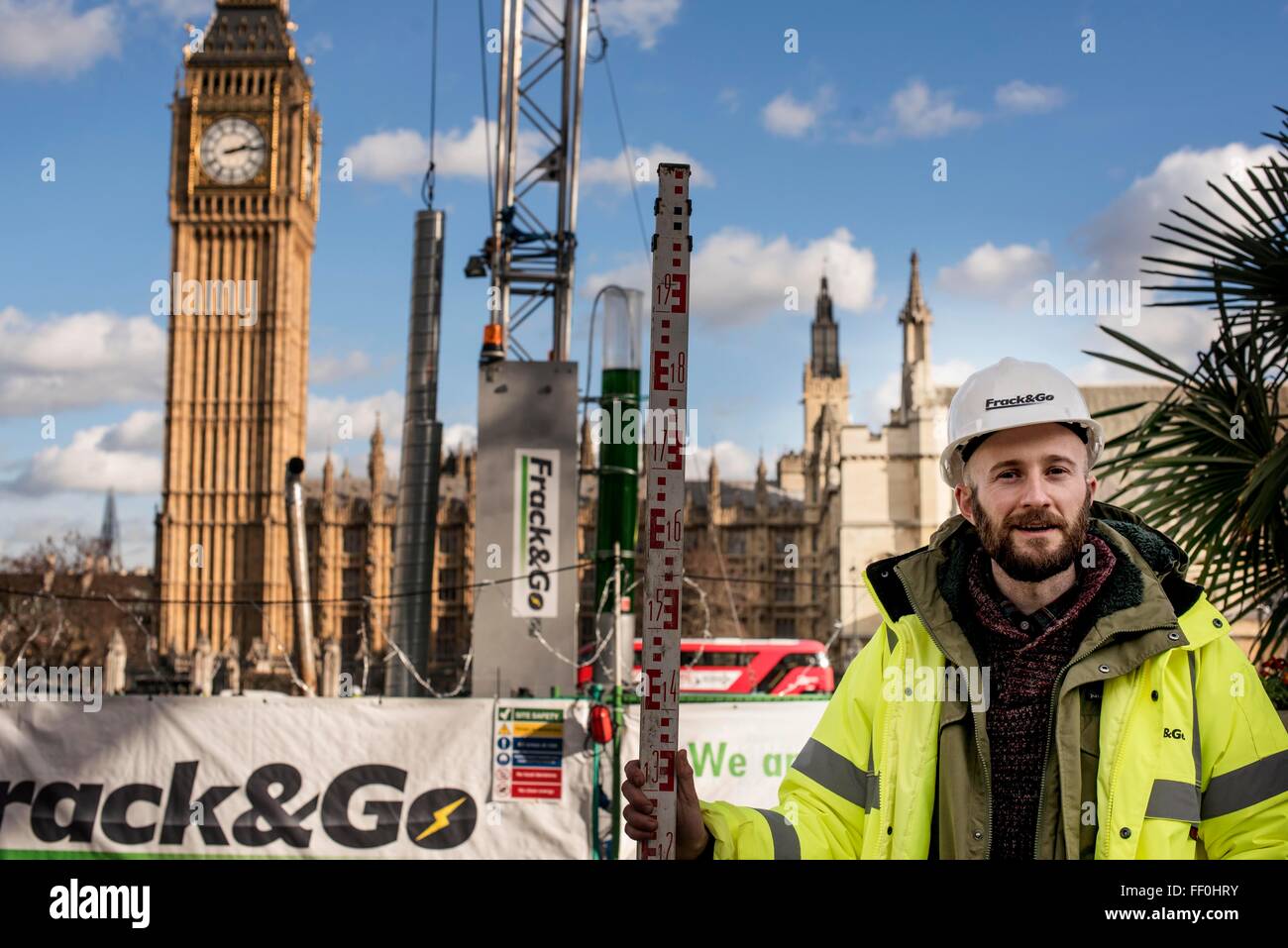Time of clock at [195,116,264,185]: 2:13
